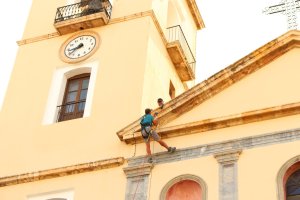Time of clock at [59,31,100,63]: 8:38
